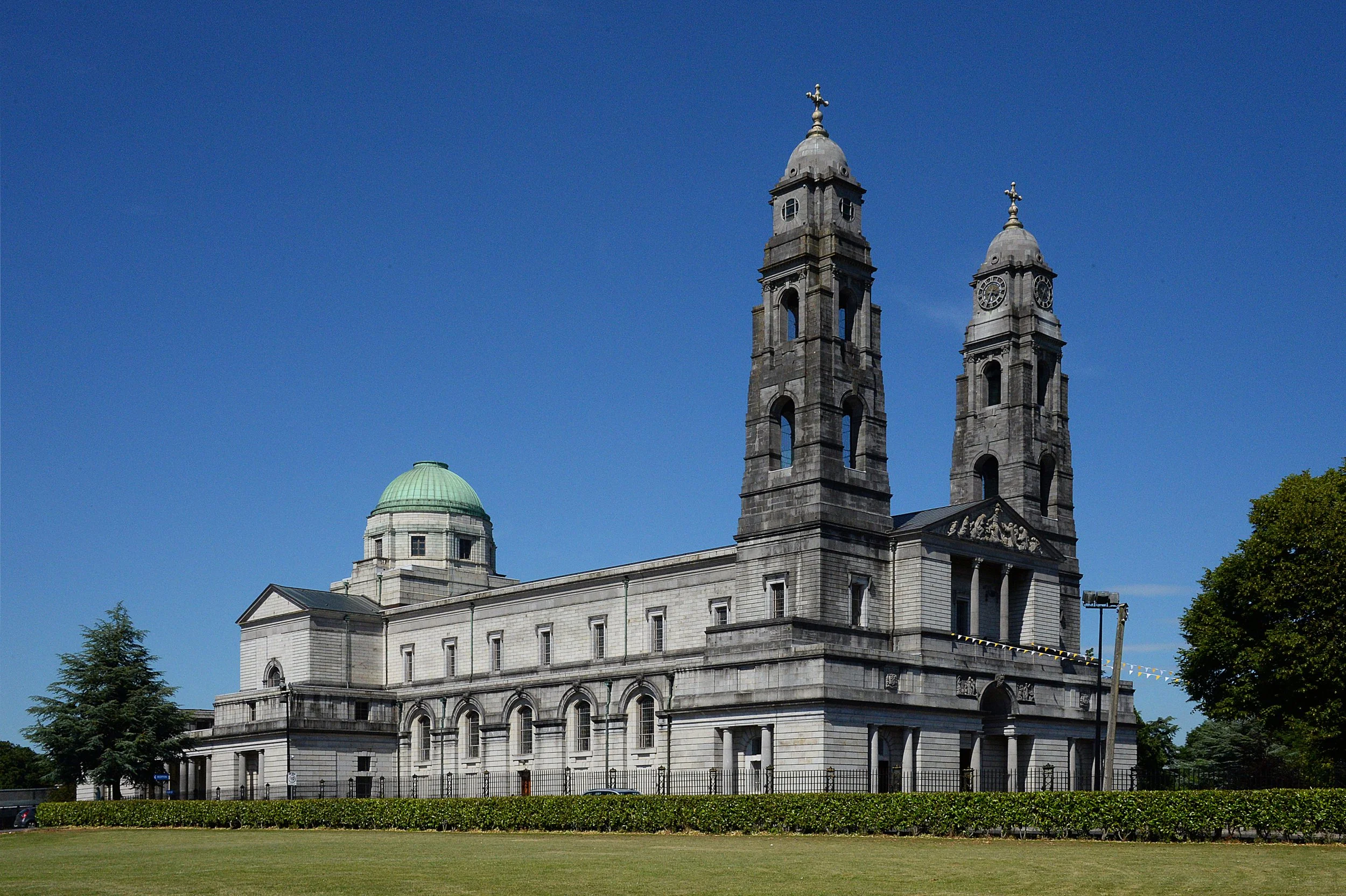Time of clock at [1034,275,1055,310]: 1:34
